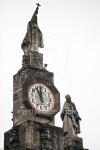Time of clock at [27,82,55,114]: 10:59
